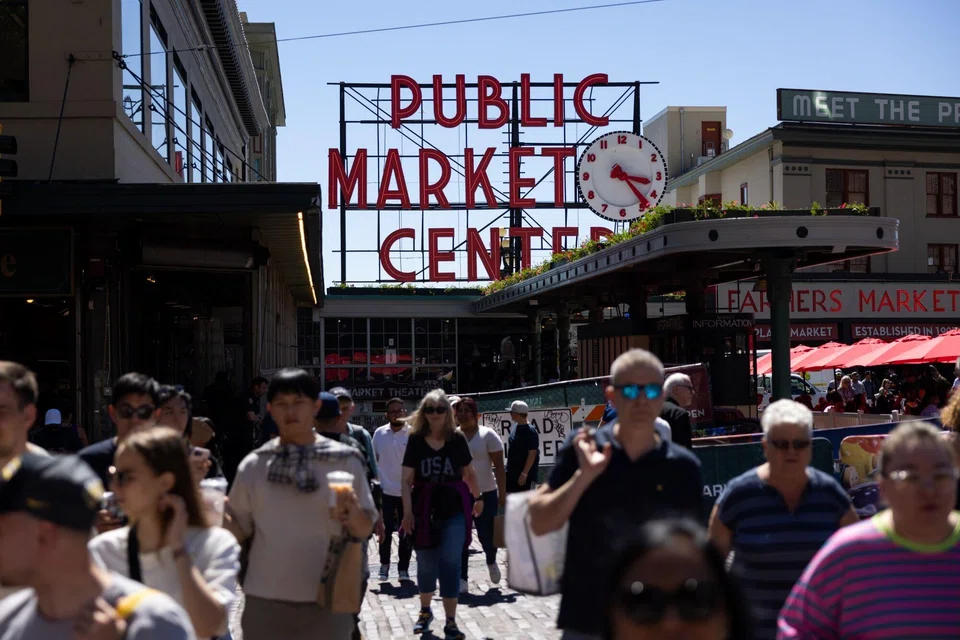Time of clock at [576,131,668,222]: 3:23
